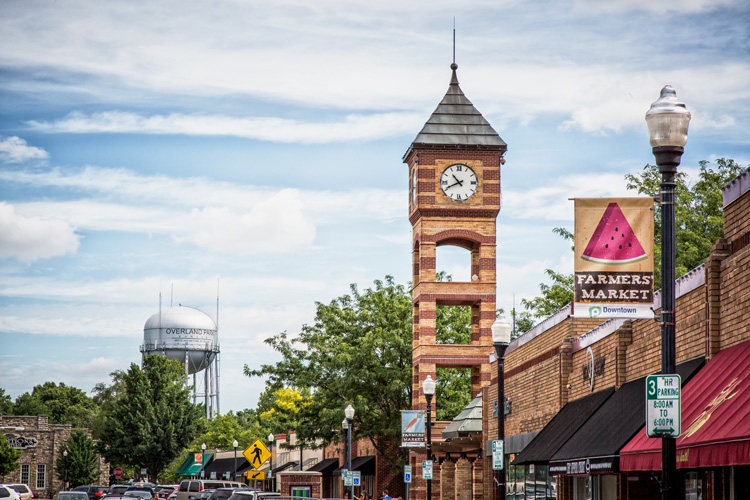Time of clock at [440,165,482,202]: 10:41
